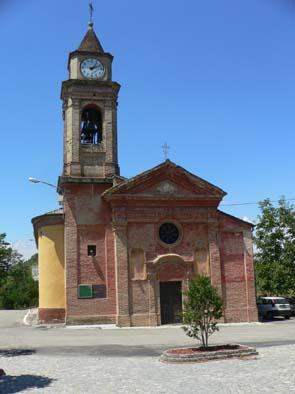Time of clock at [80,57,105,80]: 1:11
